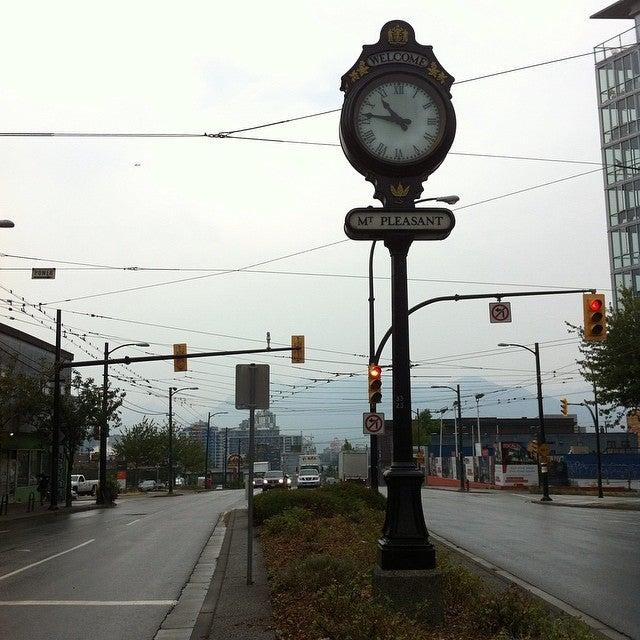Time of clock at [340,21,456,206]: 10:46
